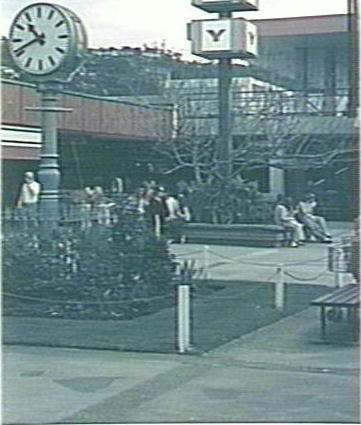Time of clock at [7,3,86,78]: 10:41
